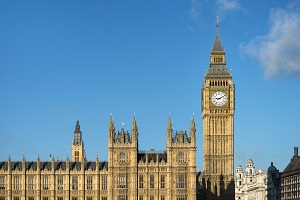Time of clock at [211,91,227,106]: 9:10
